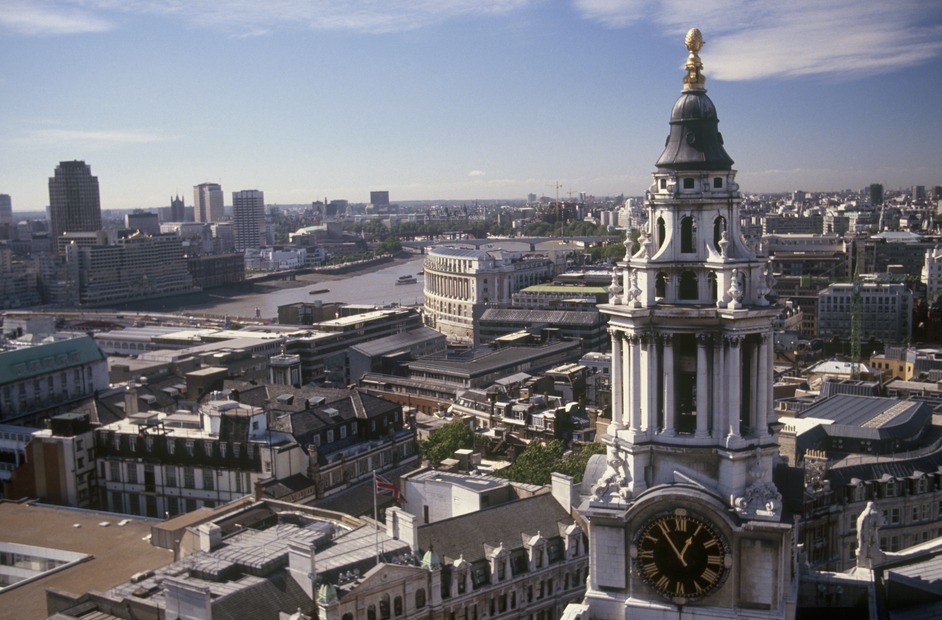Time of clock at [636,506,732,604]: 12:54
